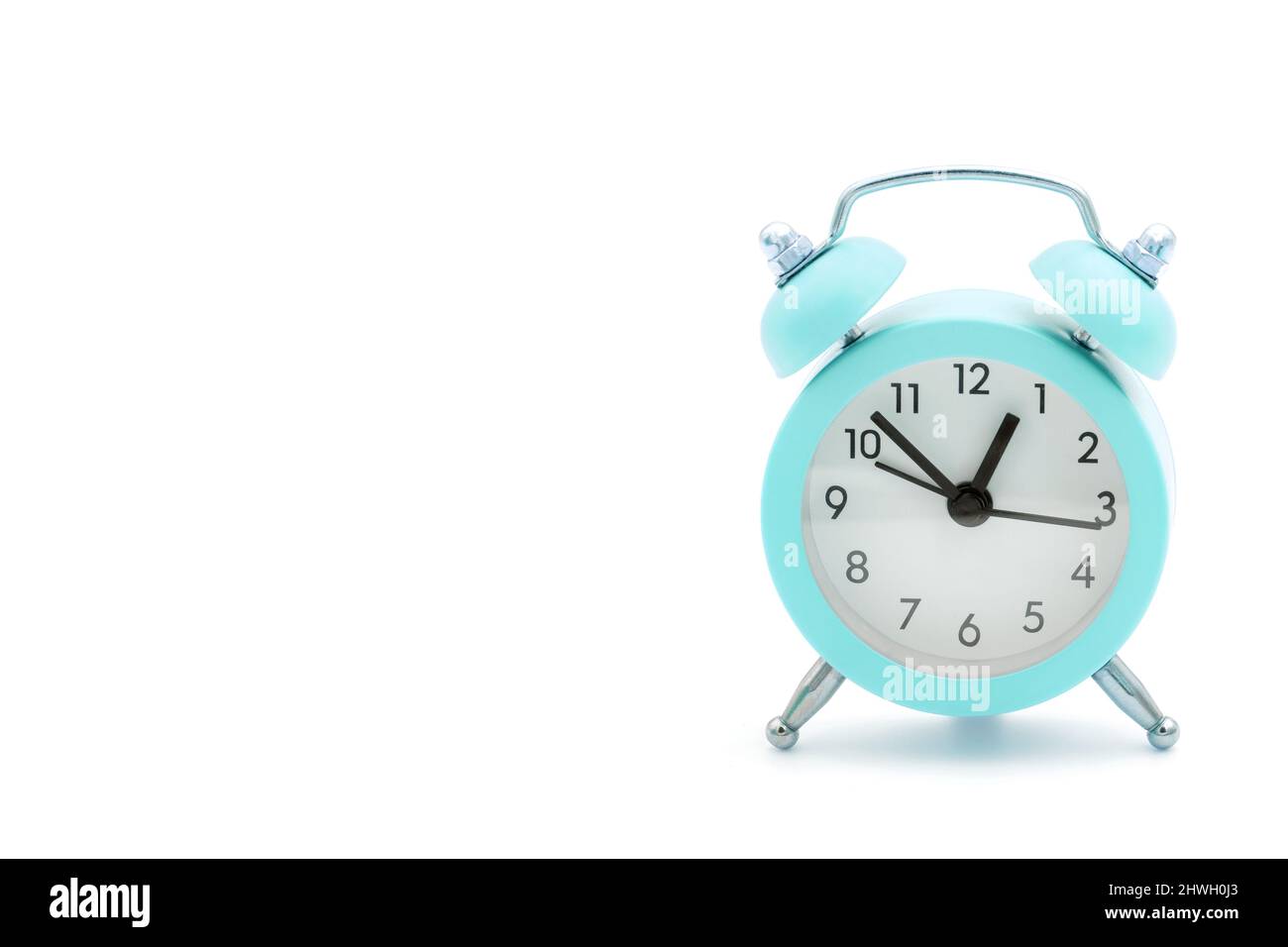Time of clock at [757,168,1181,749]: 12:52
